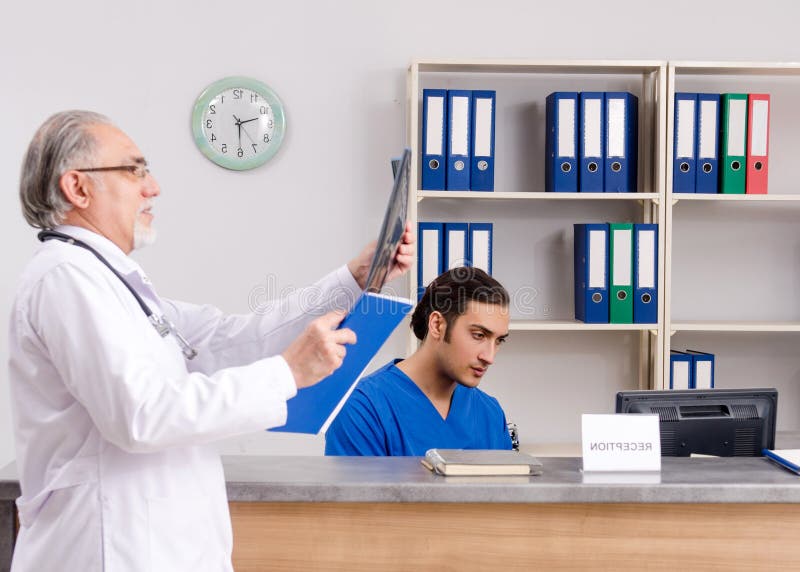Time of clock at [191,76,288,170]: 2:29
